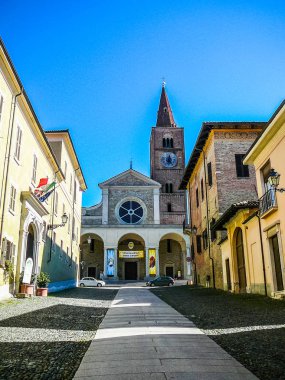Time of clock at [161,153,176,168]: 12:23
